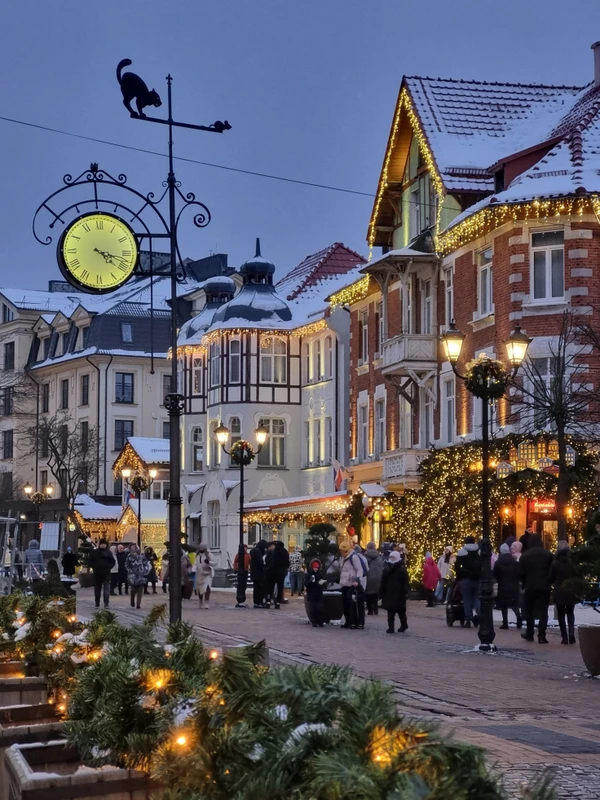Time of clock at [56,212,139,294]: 4:18
